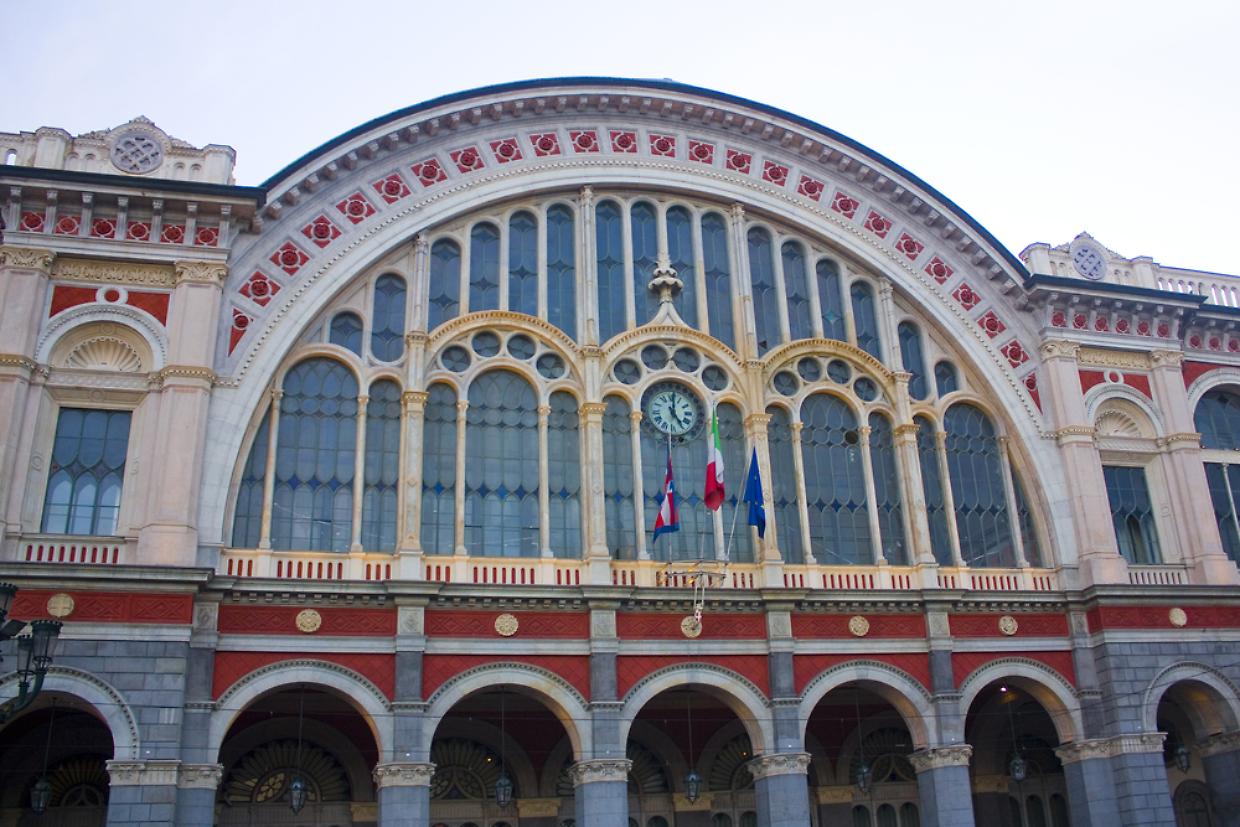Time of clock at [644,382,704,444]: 5:01
